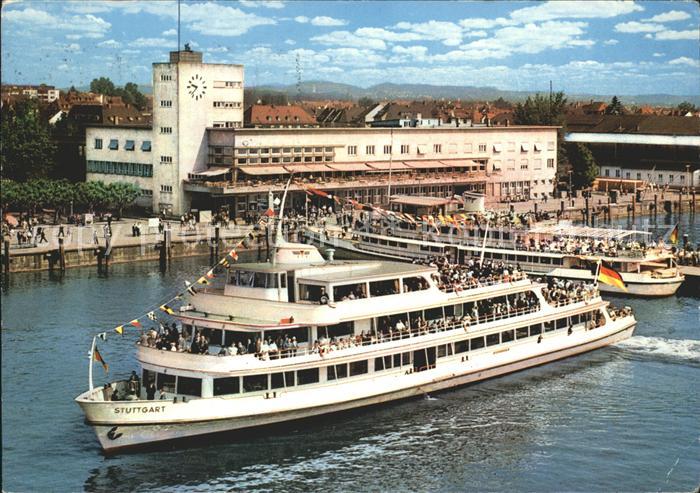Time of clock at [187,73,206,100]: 9:37
